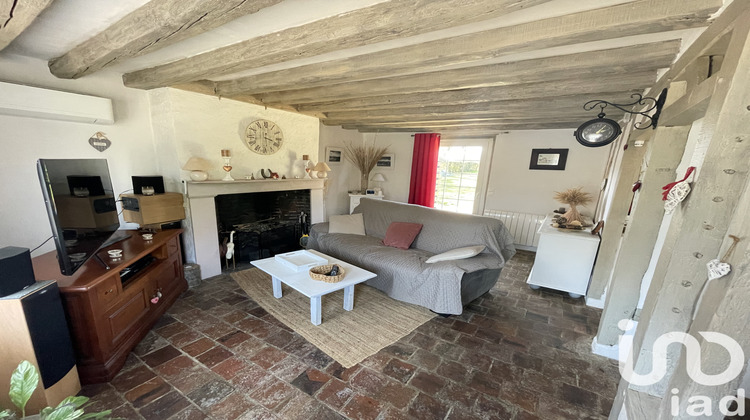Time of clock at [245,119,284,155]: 3:29
